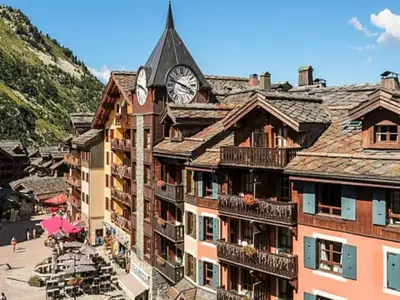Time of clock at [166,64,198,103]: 3:48
